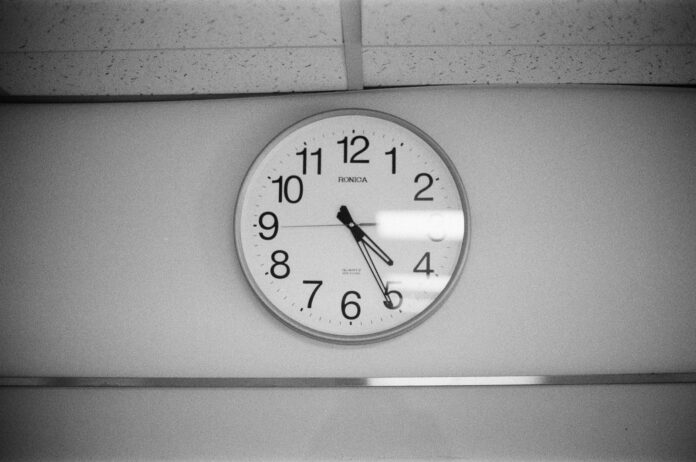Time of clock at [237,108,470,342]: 4:25
